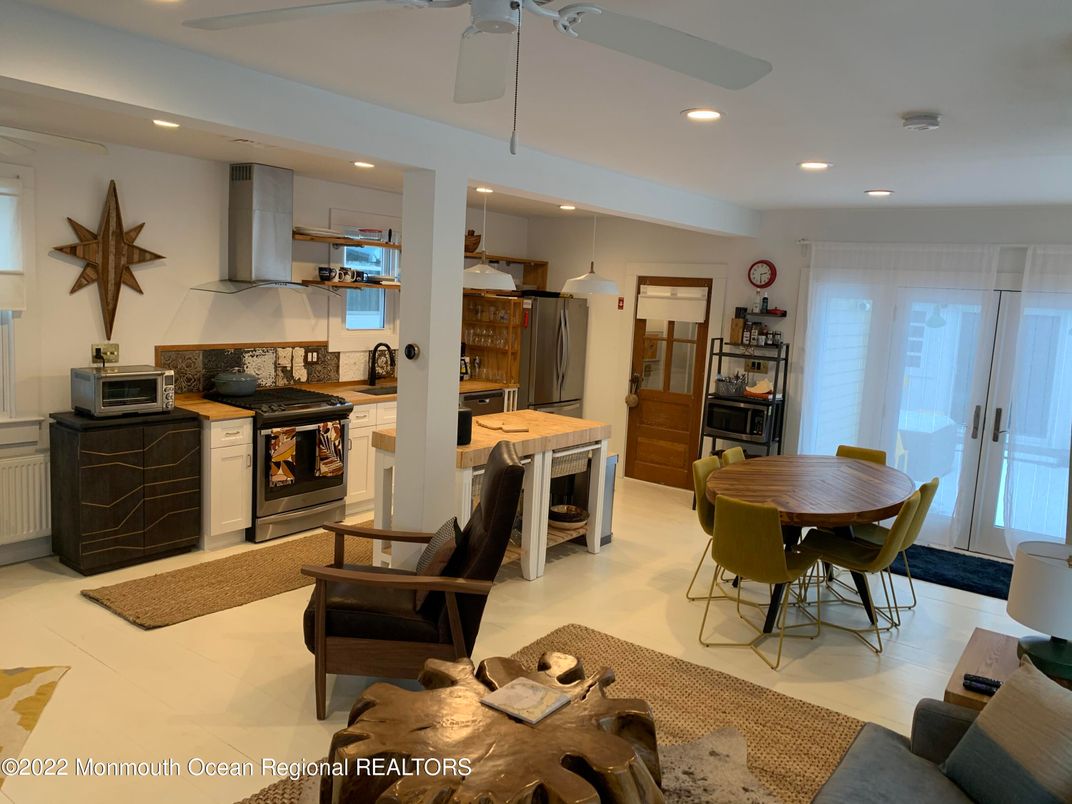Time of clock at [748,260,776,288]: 2:29
